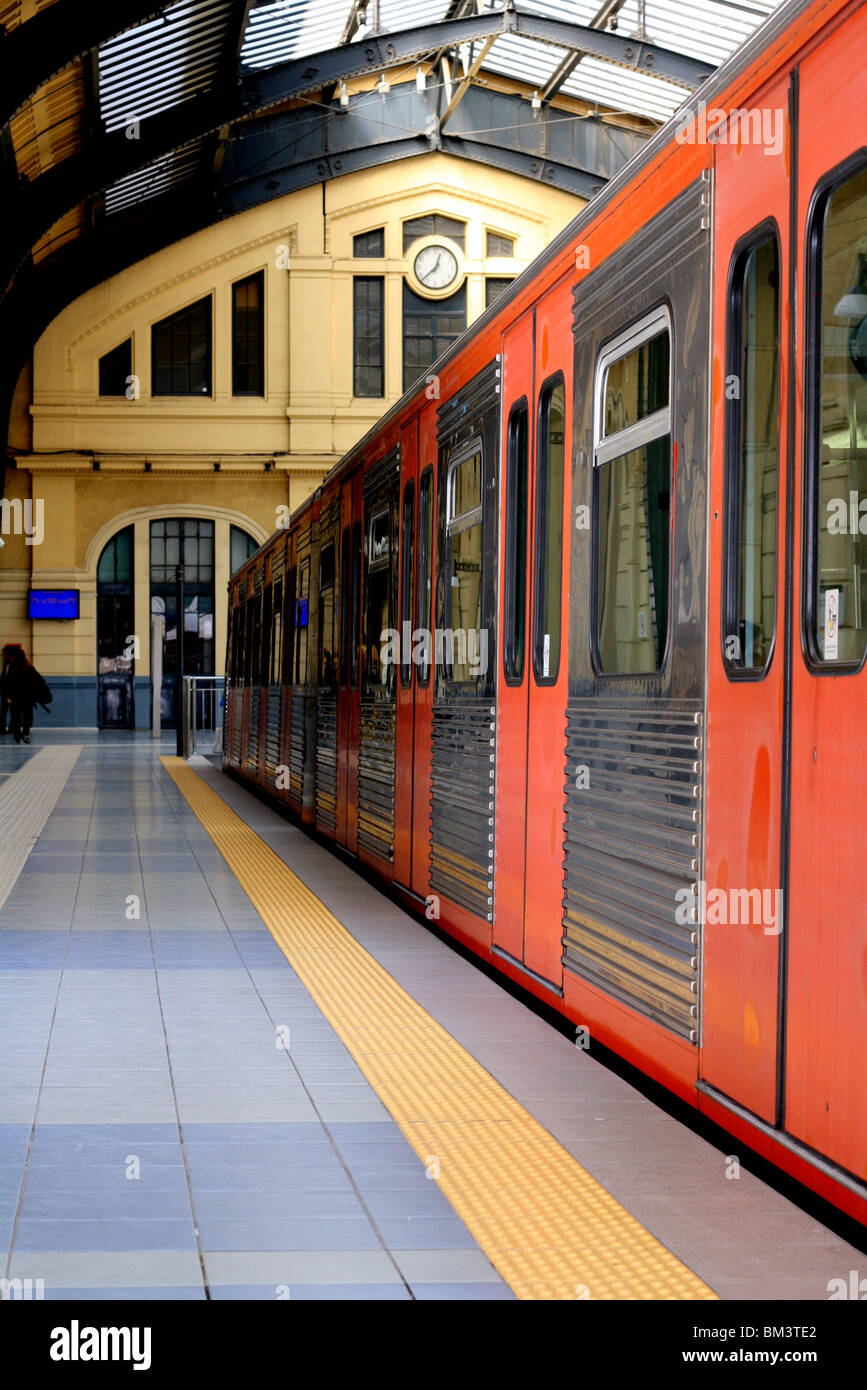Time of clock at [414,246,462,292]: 12:37
